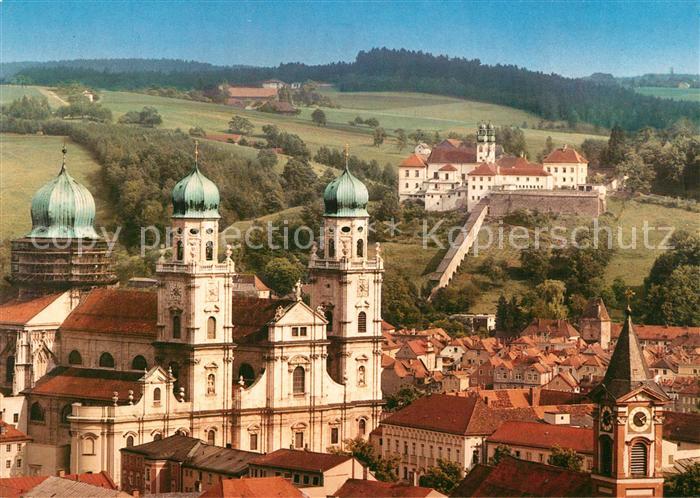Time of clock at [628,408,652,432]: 2:23
